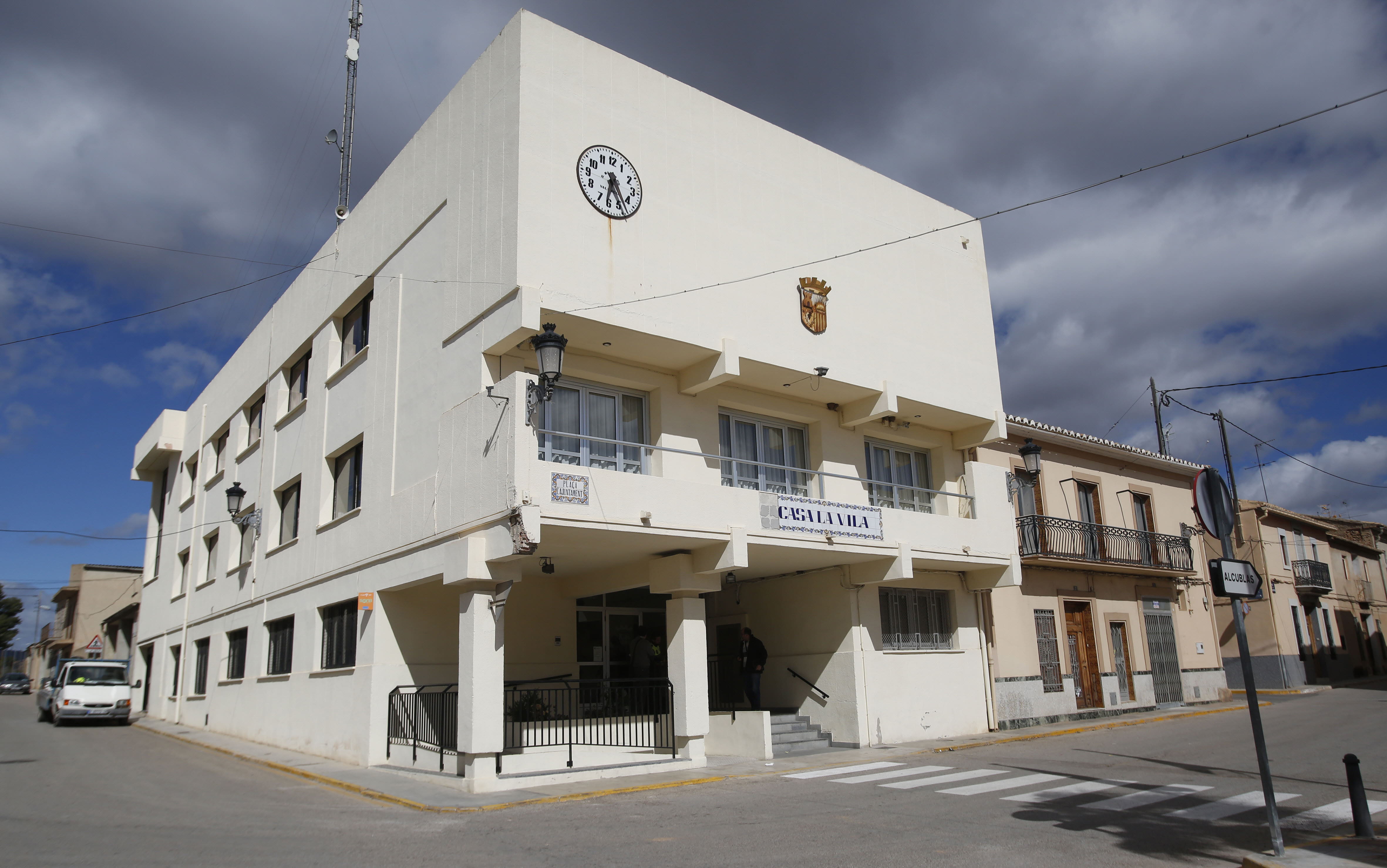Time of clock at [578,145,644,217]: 6:24
